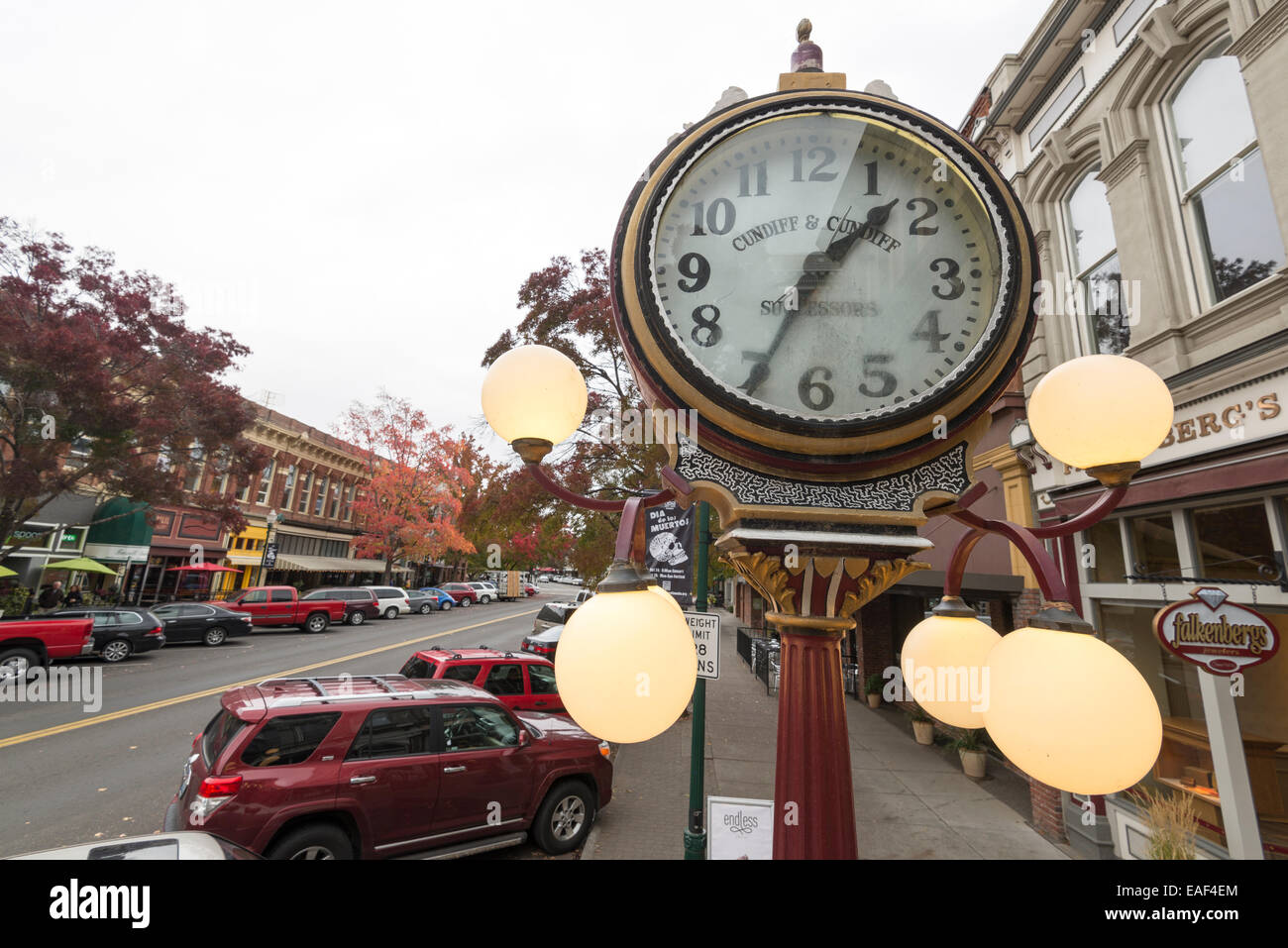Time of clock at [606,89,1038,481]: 1:34
